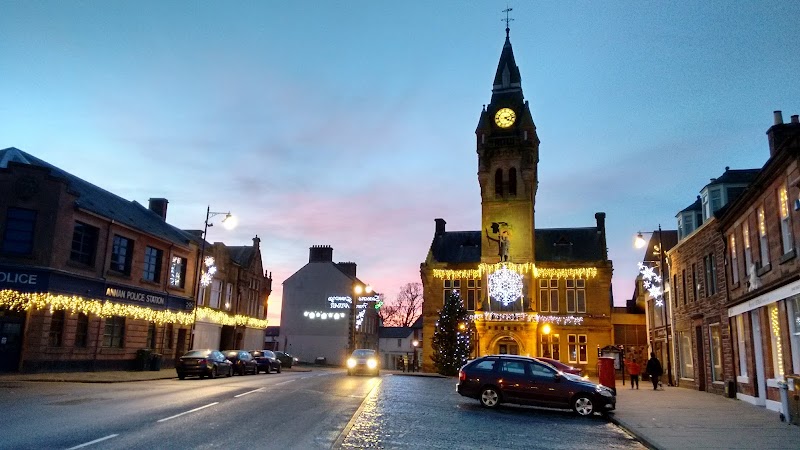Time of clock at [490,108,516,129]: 4:12
